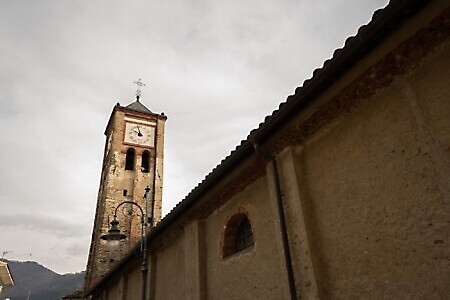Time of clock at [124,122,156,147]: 9:57
